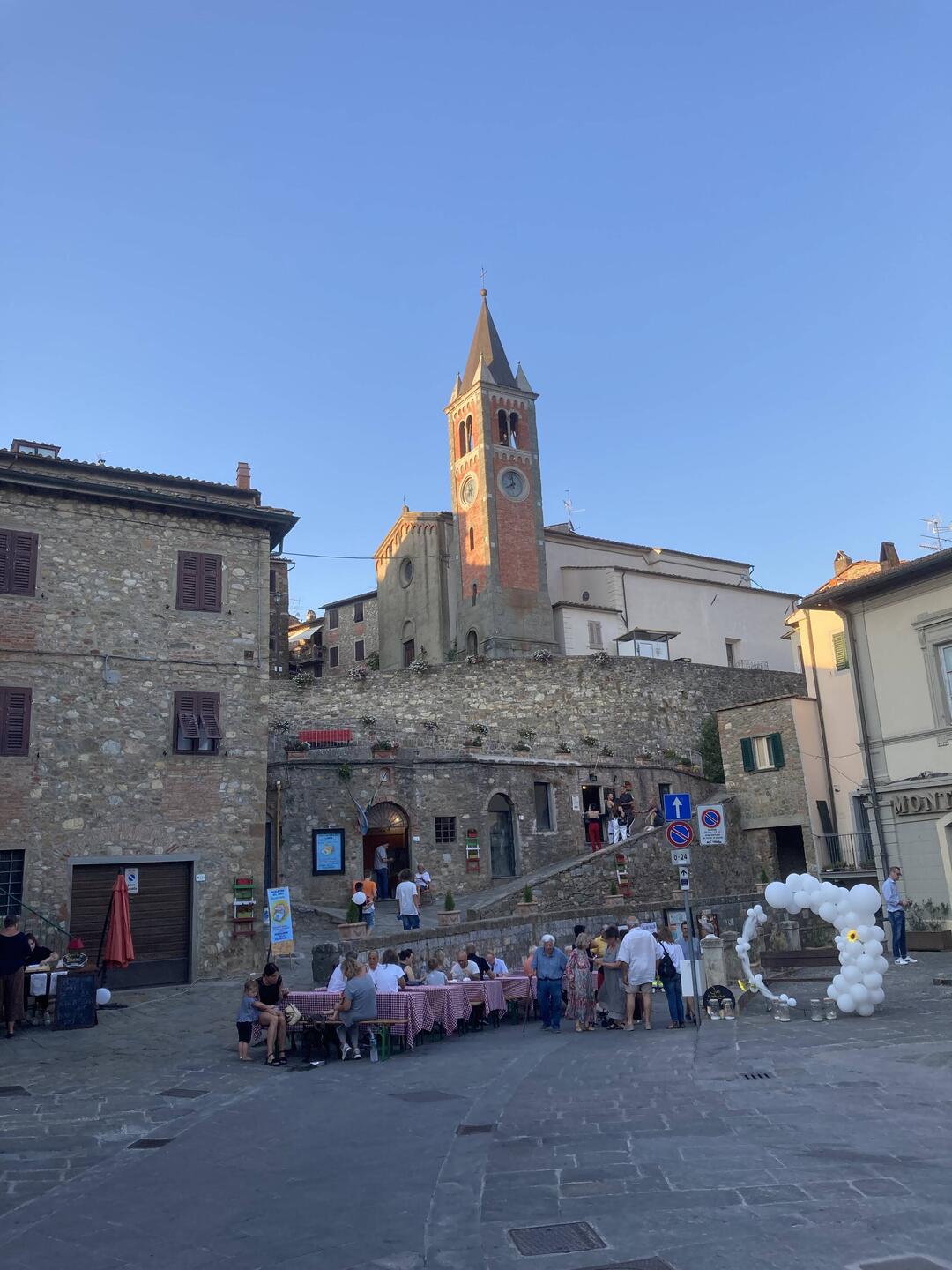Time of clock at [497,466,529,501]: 7:58
